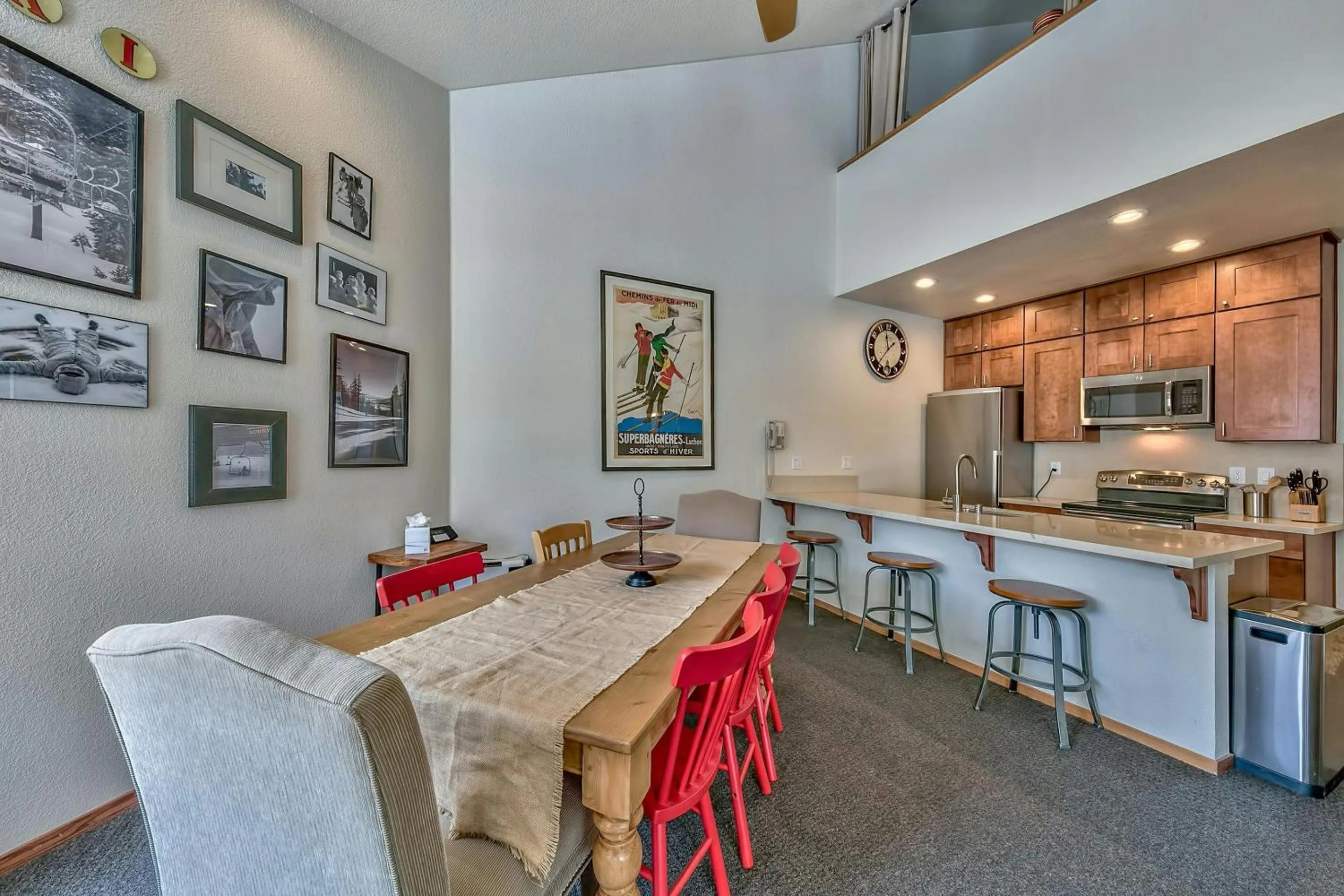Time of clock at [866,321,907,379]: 11:36
